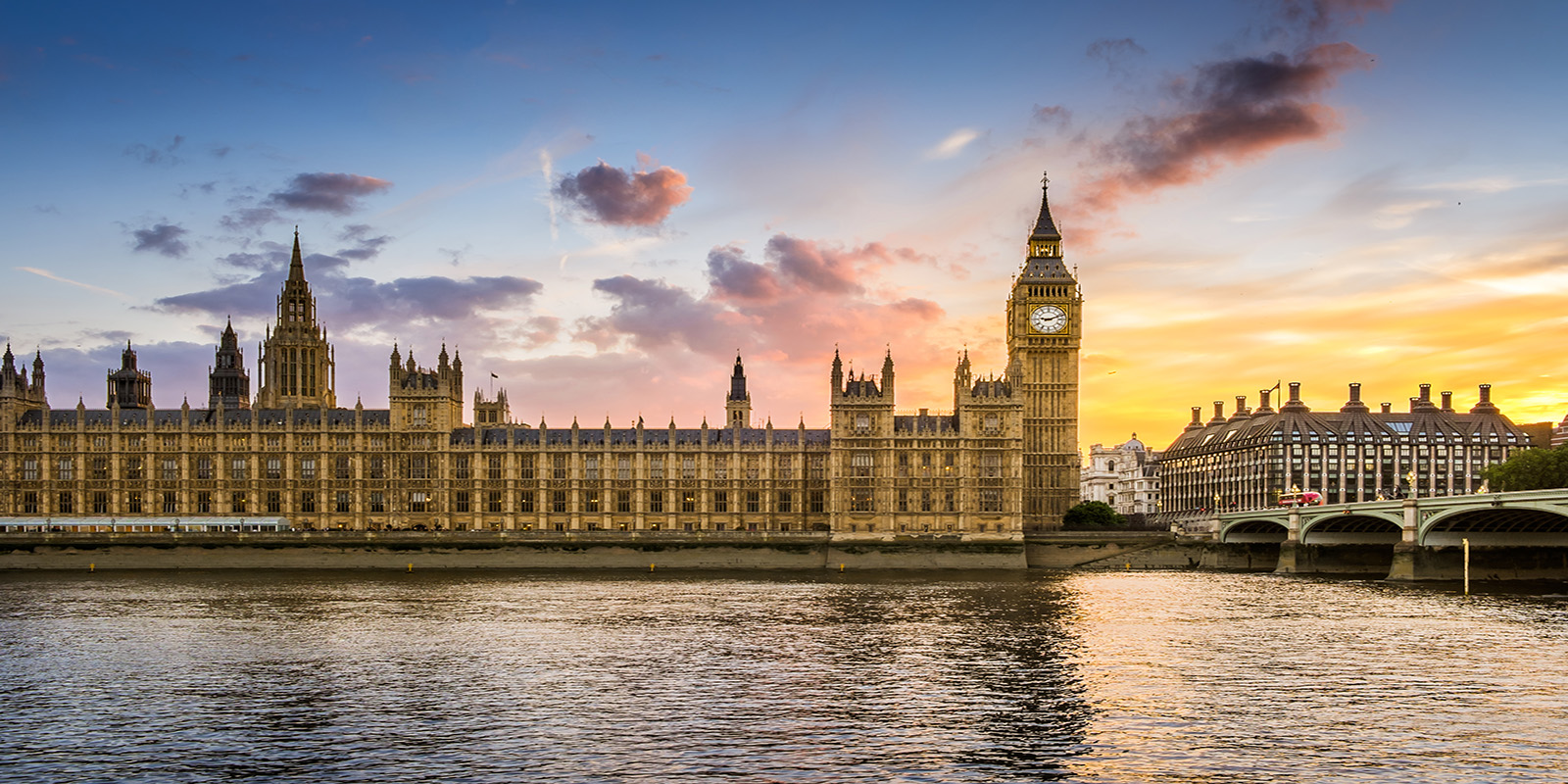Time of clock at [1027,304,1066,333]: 9:11
